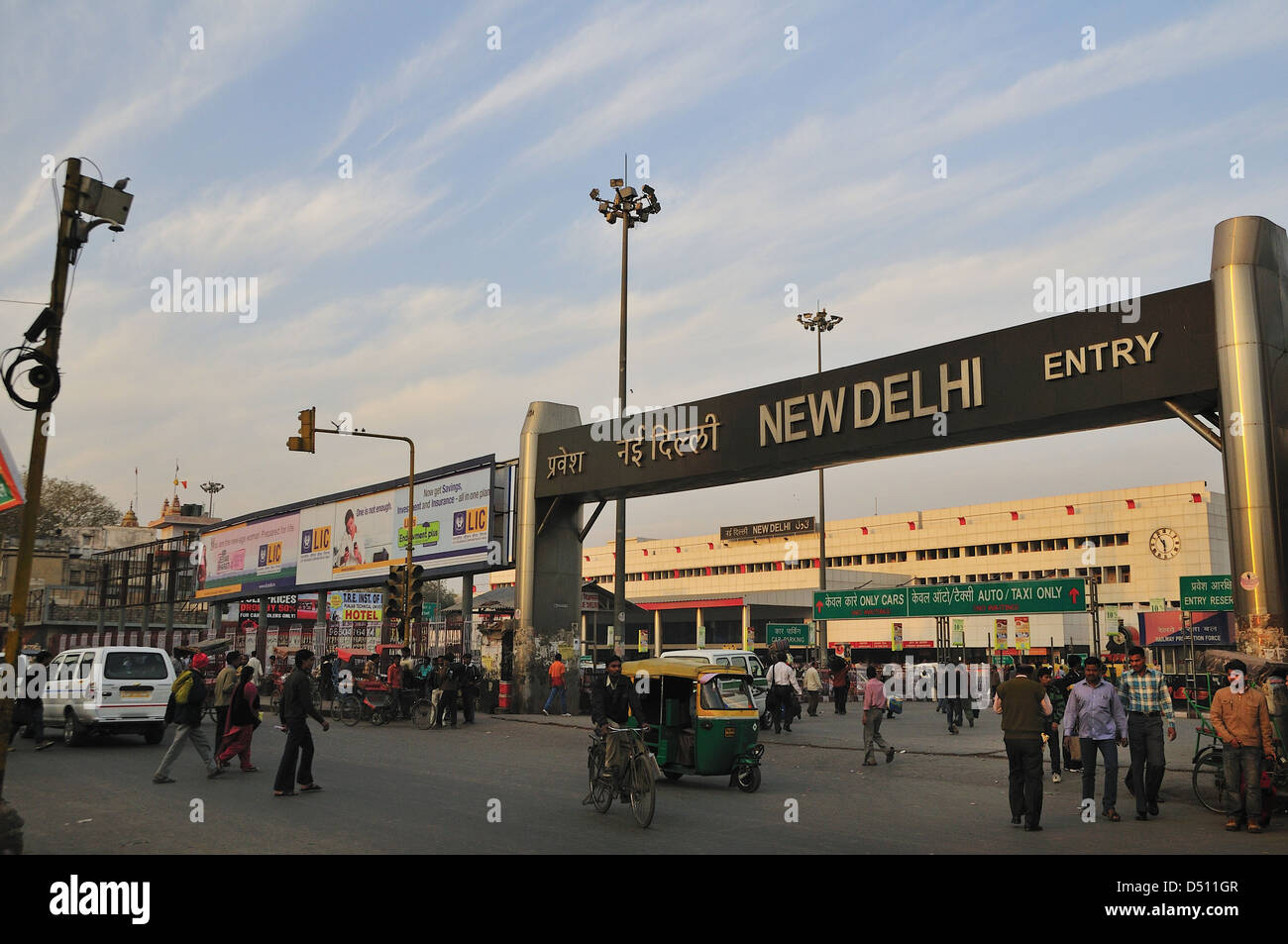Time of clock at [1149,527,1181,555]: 5:54
